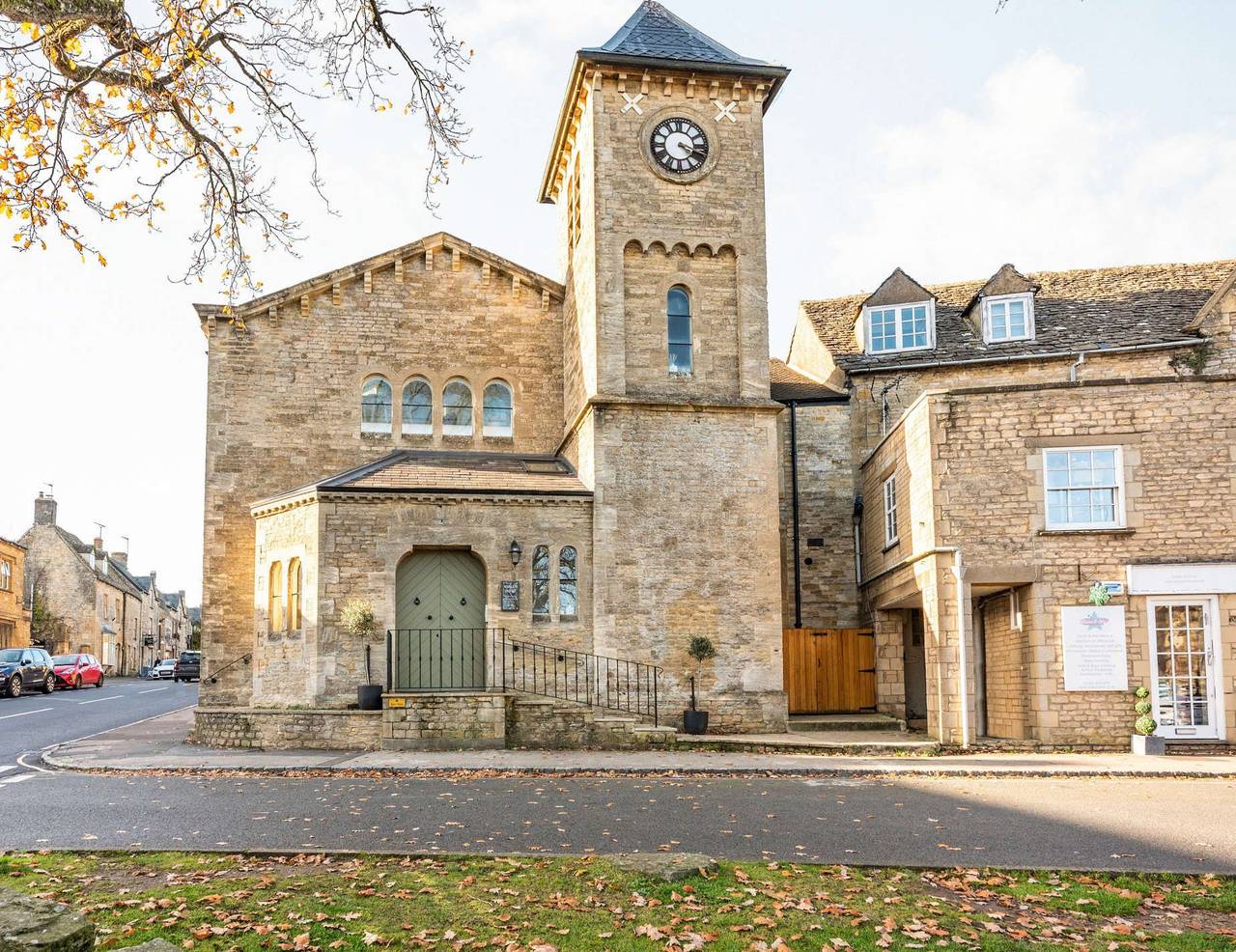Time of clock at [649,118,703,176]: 4:18
